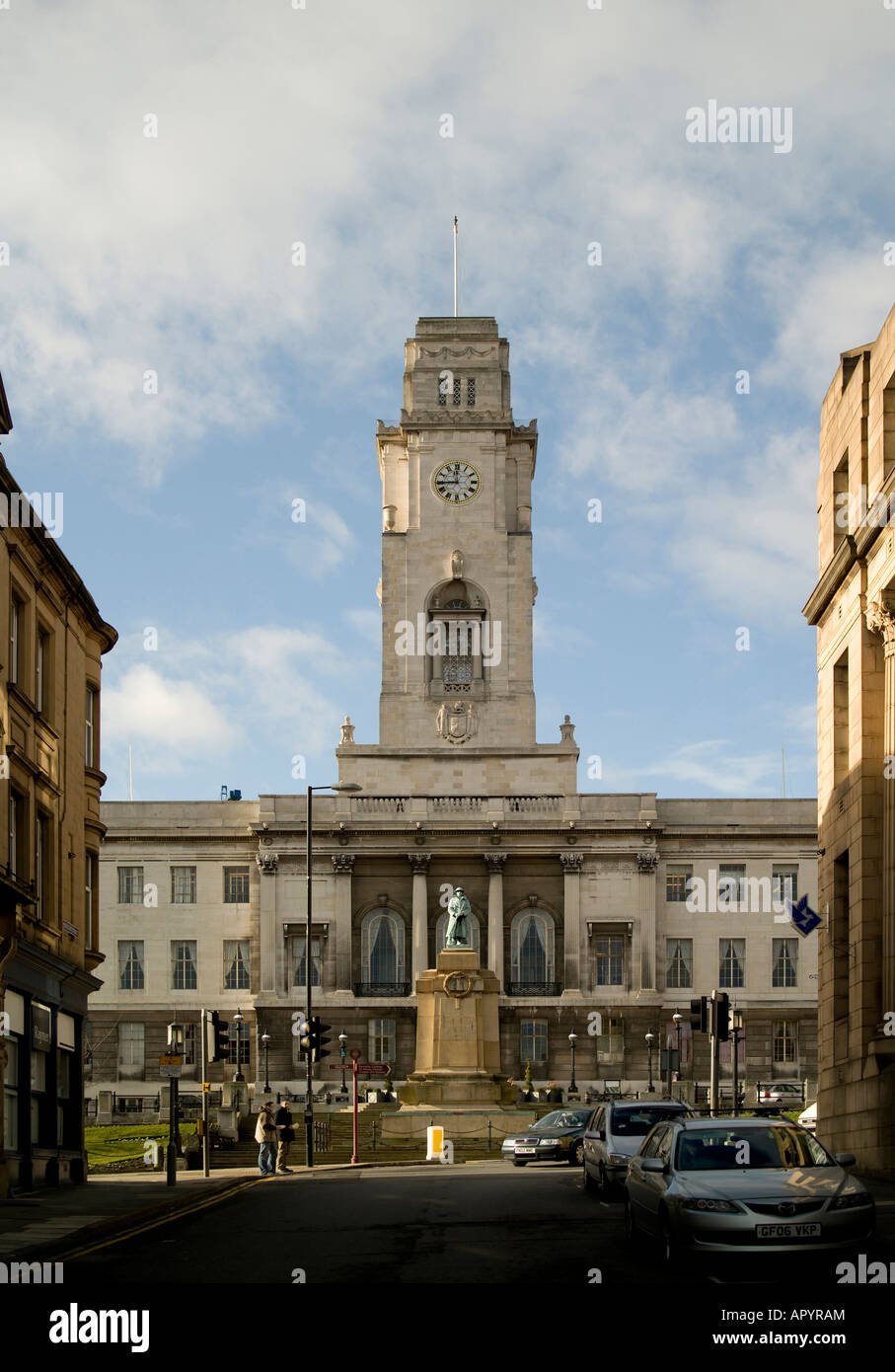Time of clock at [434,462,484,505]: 11:44
